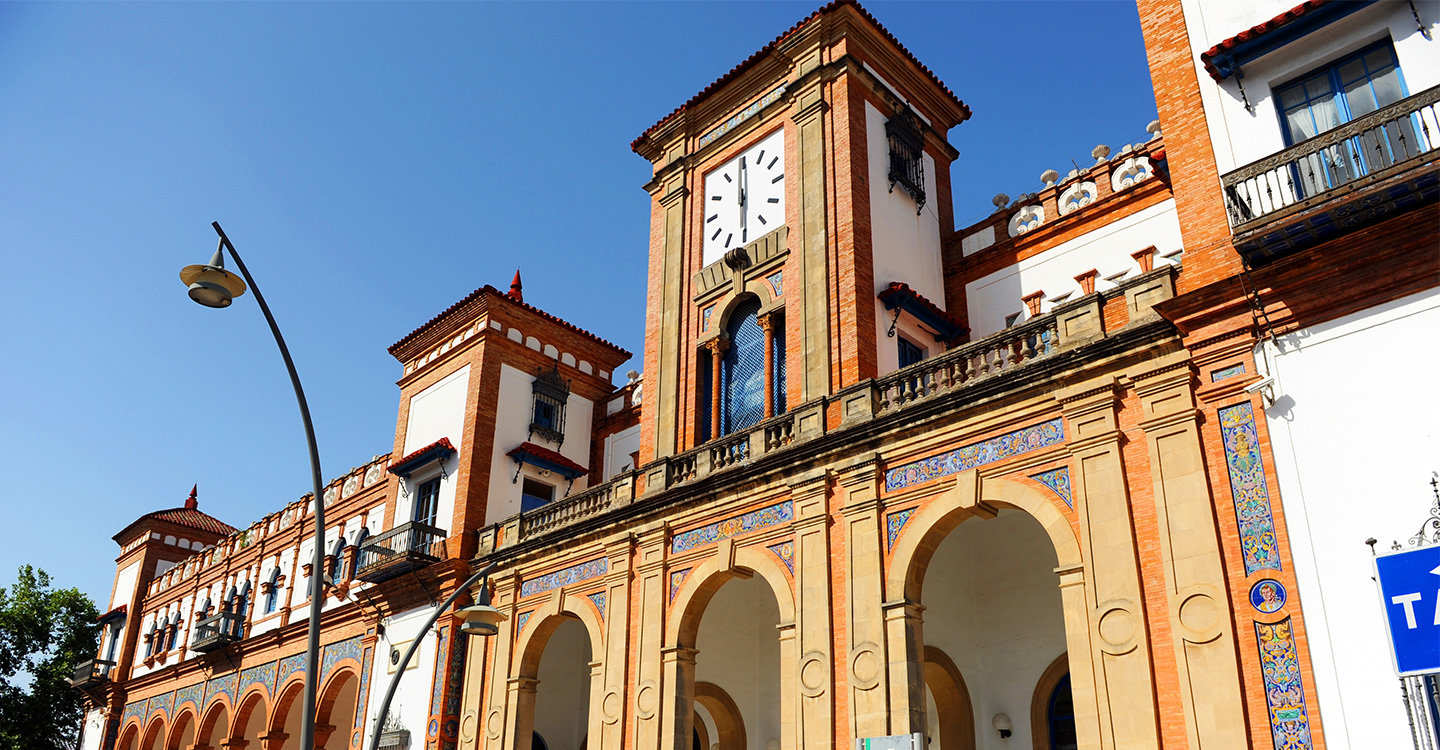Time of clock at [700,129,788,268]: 6:00
